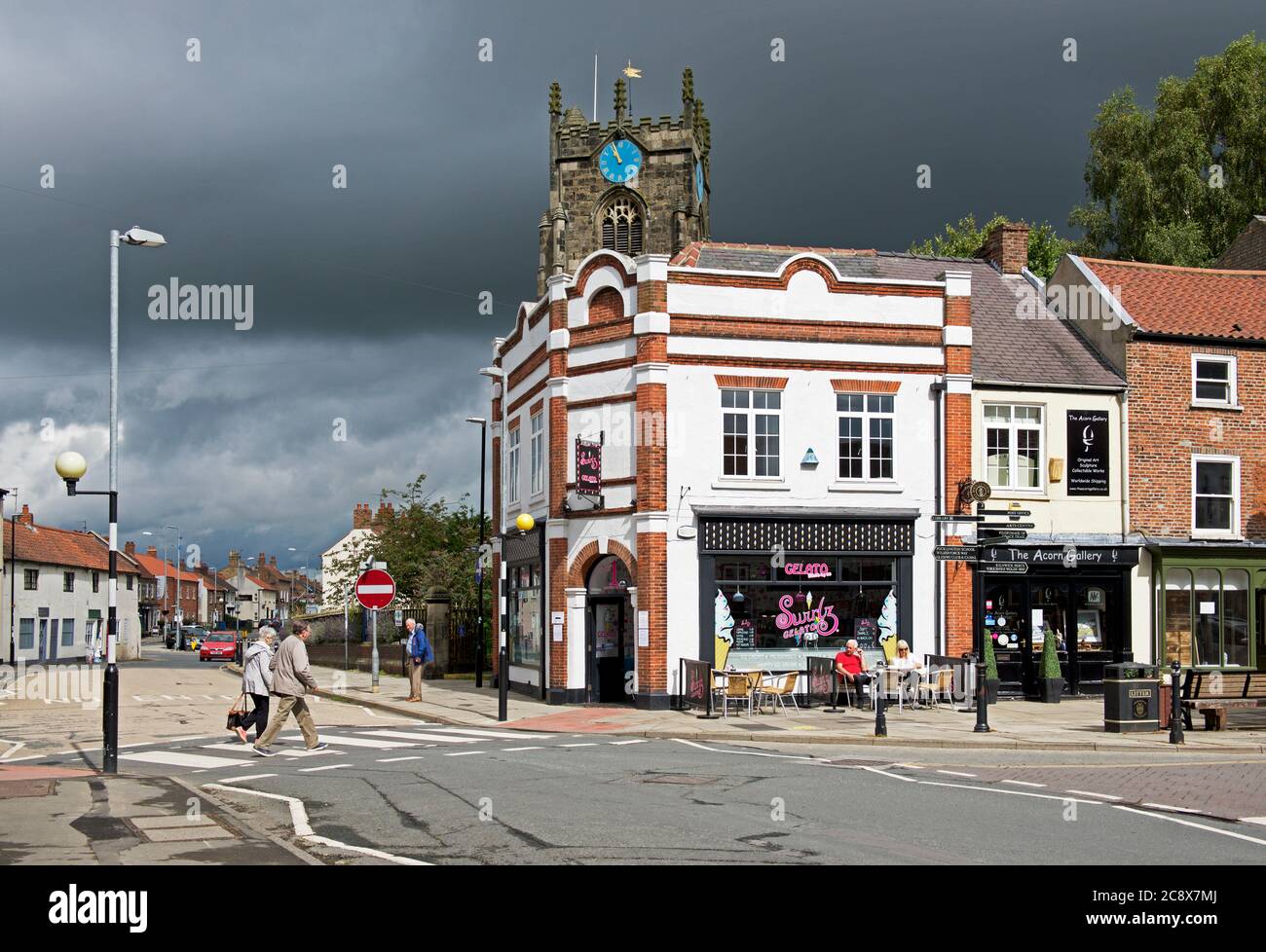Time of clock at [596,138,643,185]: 10:56
